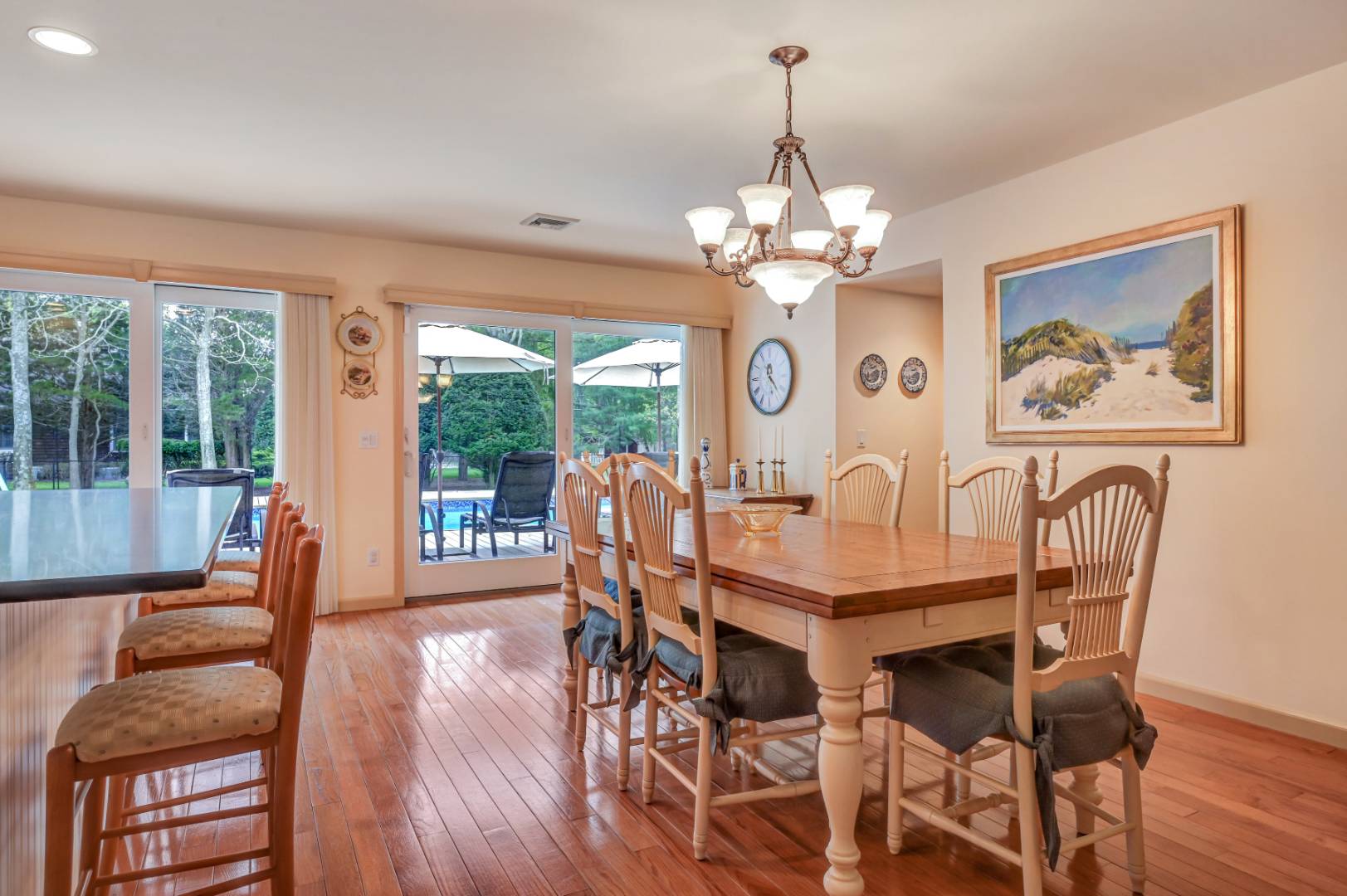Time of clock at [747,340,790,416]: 11:22
